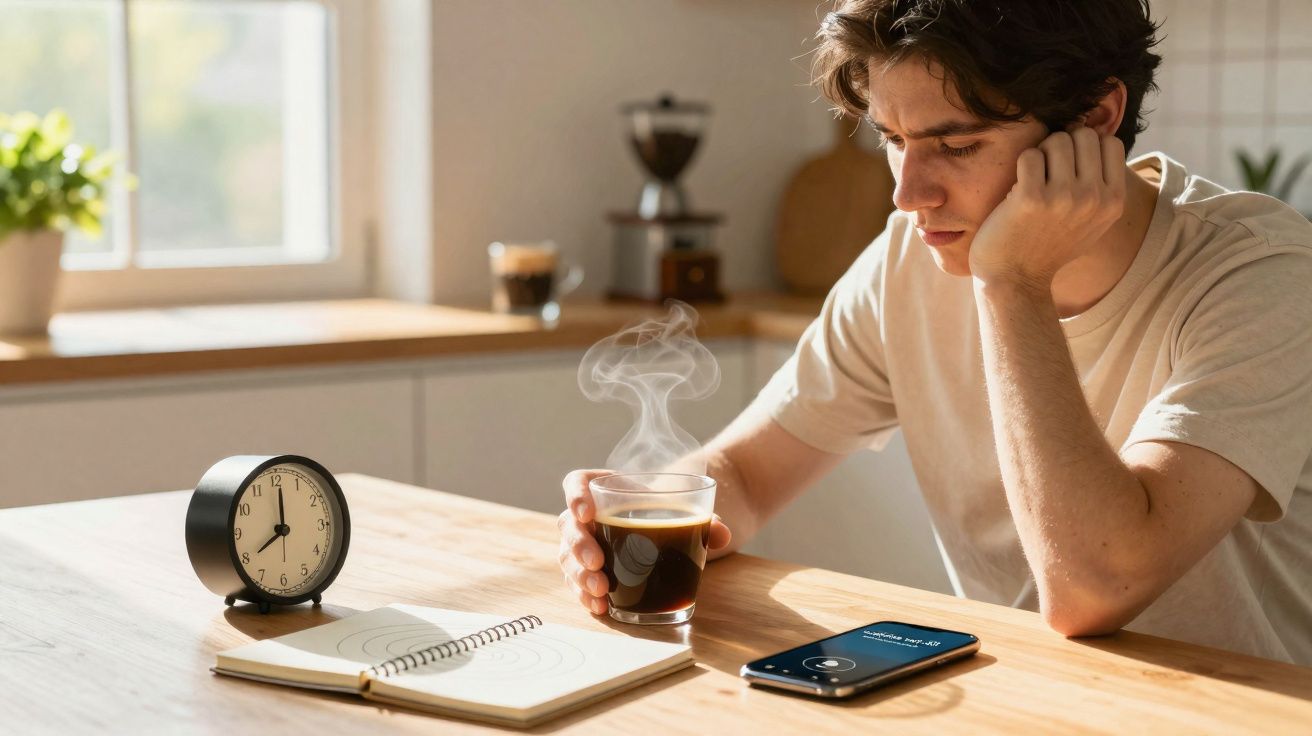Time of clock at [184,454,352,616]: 8:00
